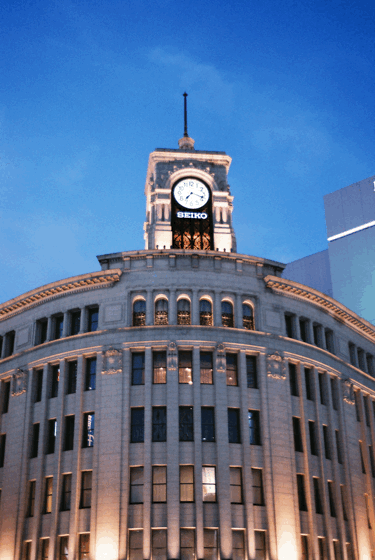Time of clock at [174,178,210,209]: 7:17
